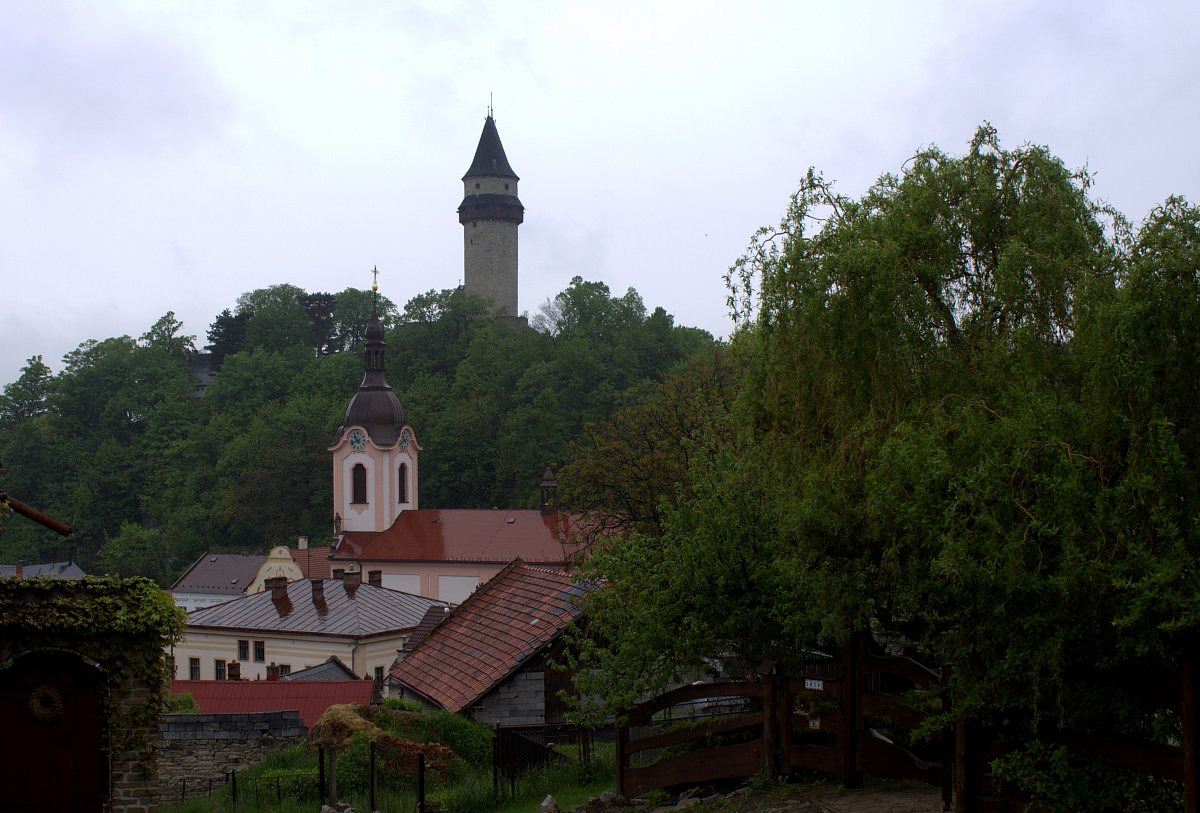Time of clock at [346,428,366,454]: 10:42
